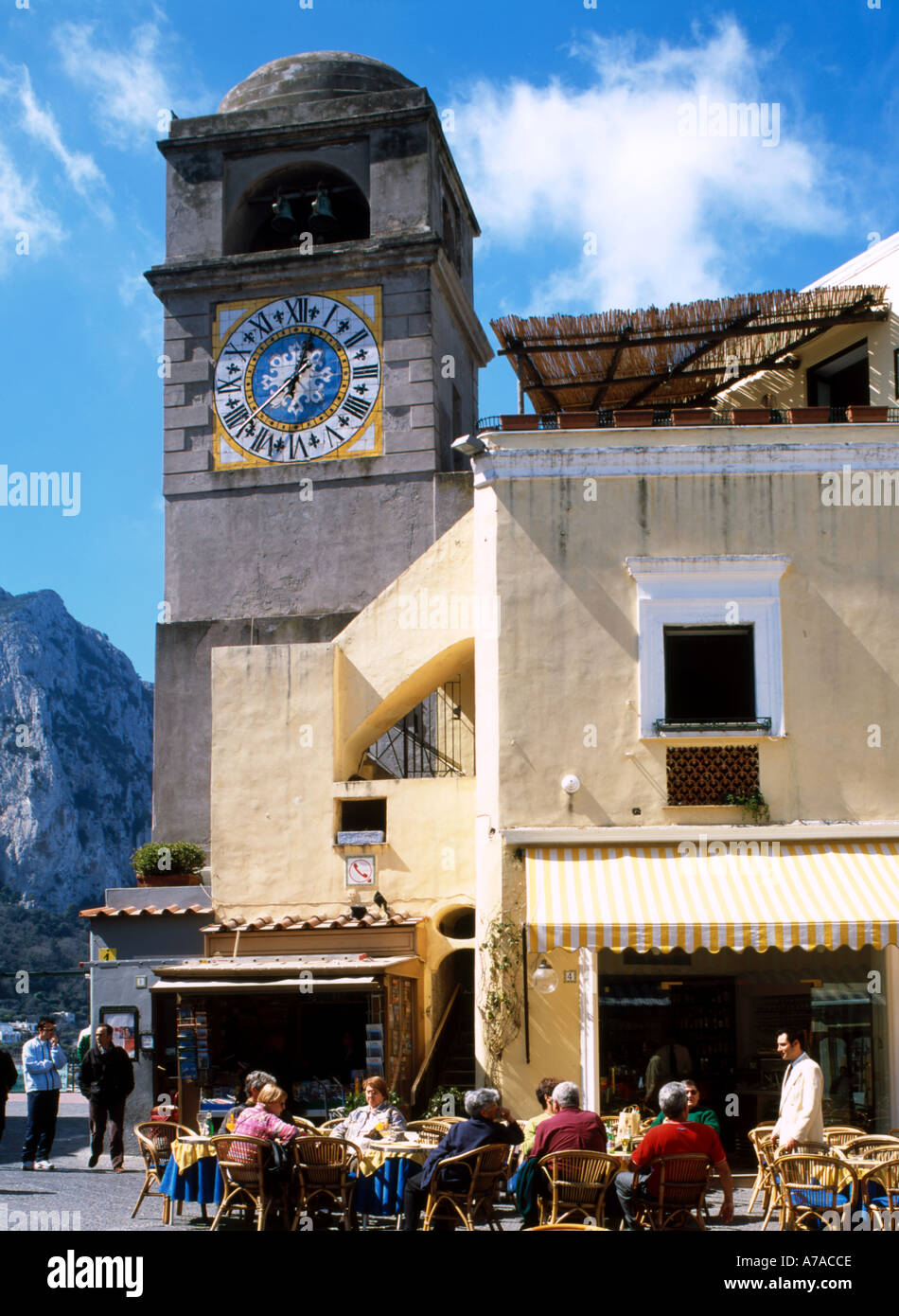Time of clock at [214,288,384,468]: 1:02
